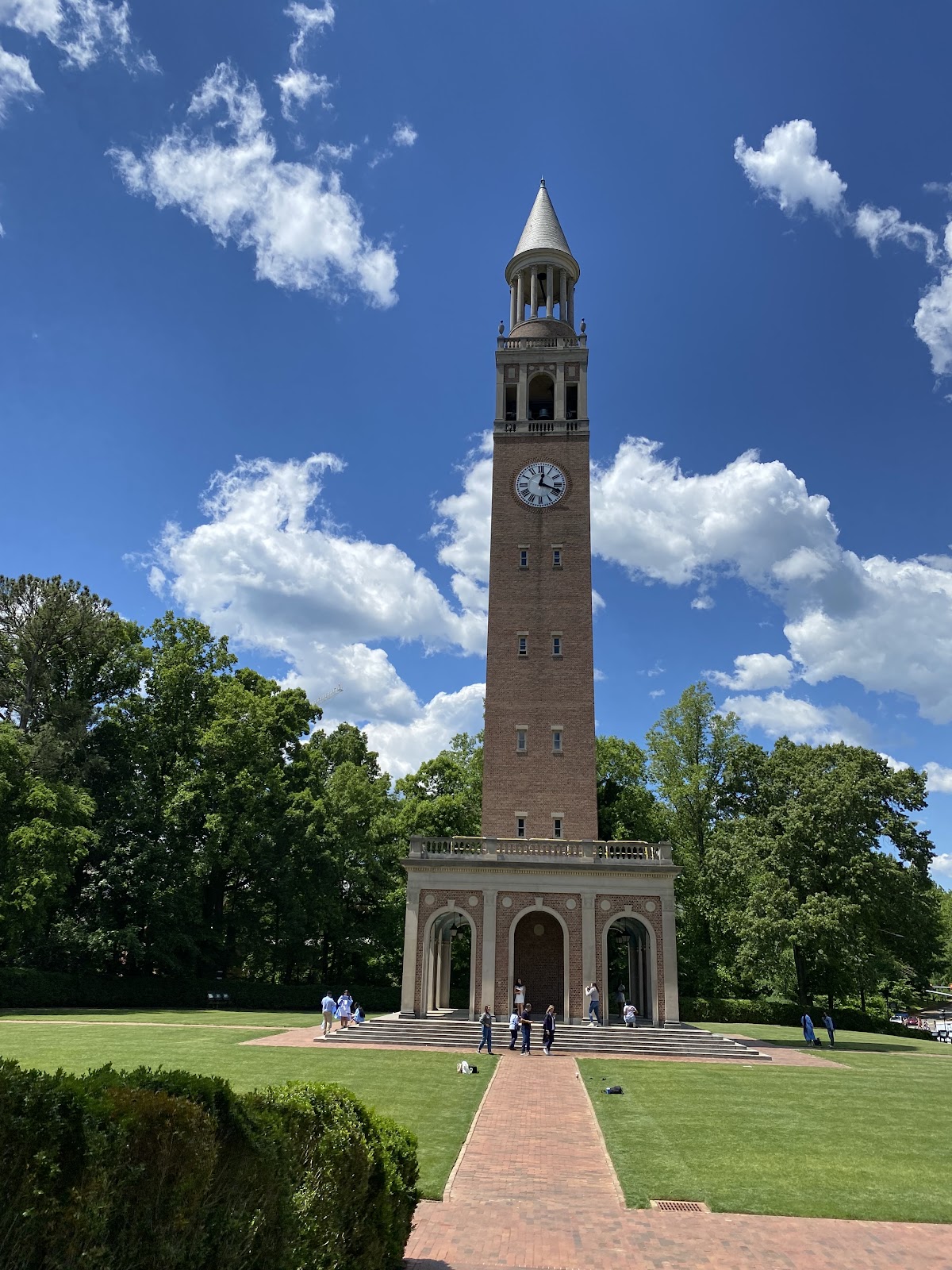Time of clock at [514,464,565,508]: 12:18
